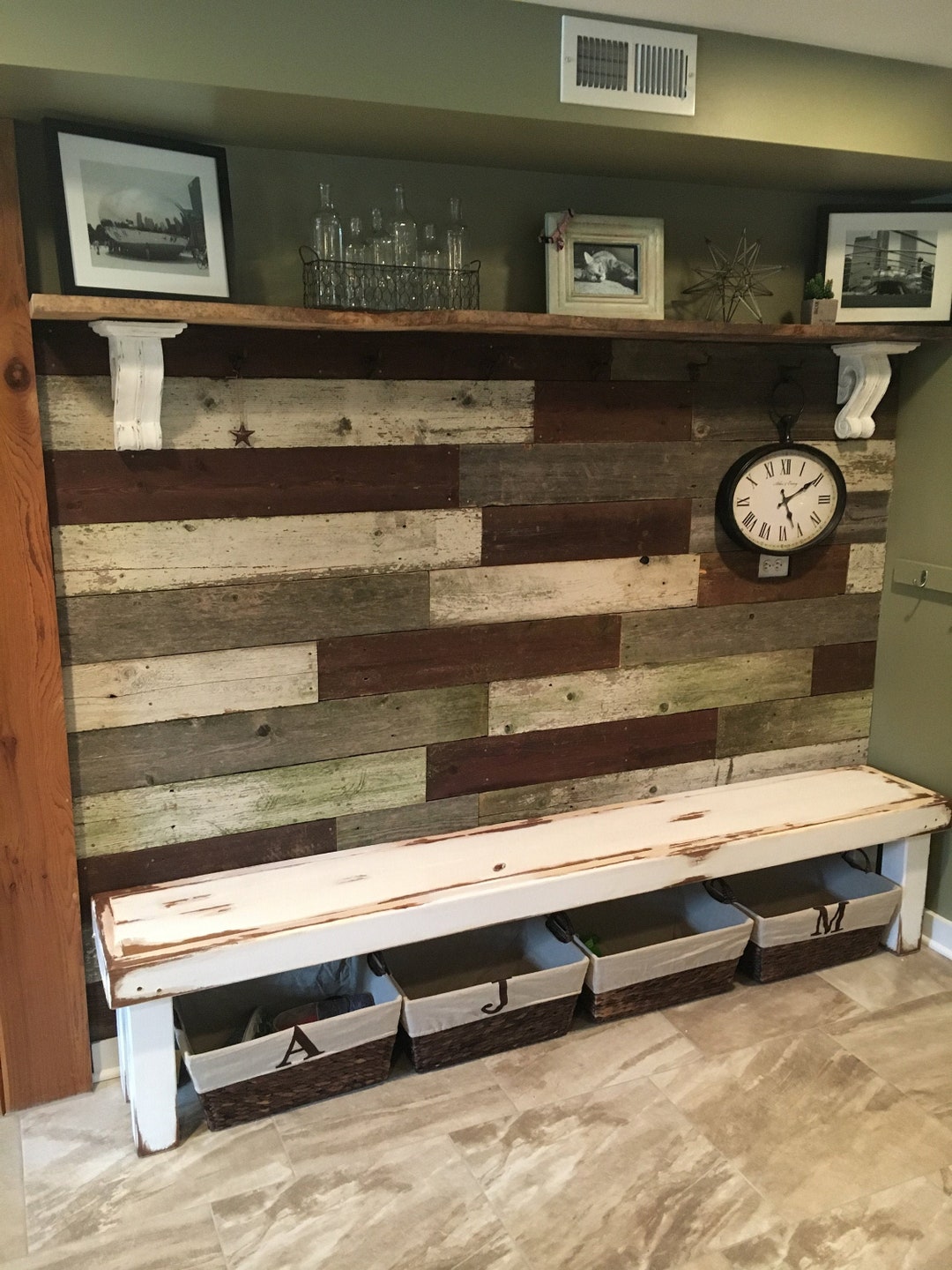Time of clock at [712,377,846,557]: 5:09
